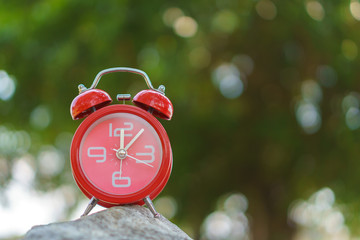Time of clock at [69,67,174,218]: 12:07
